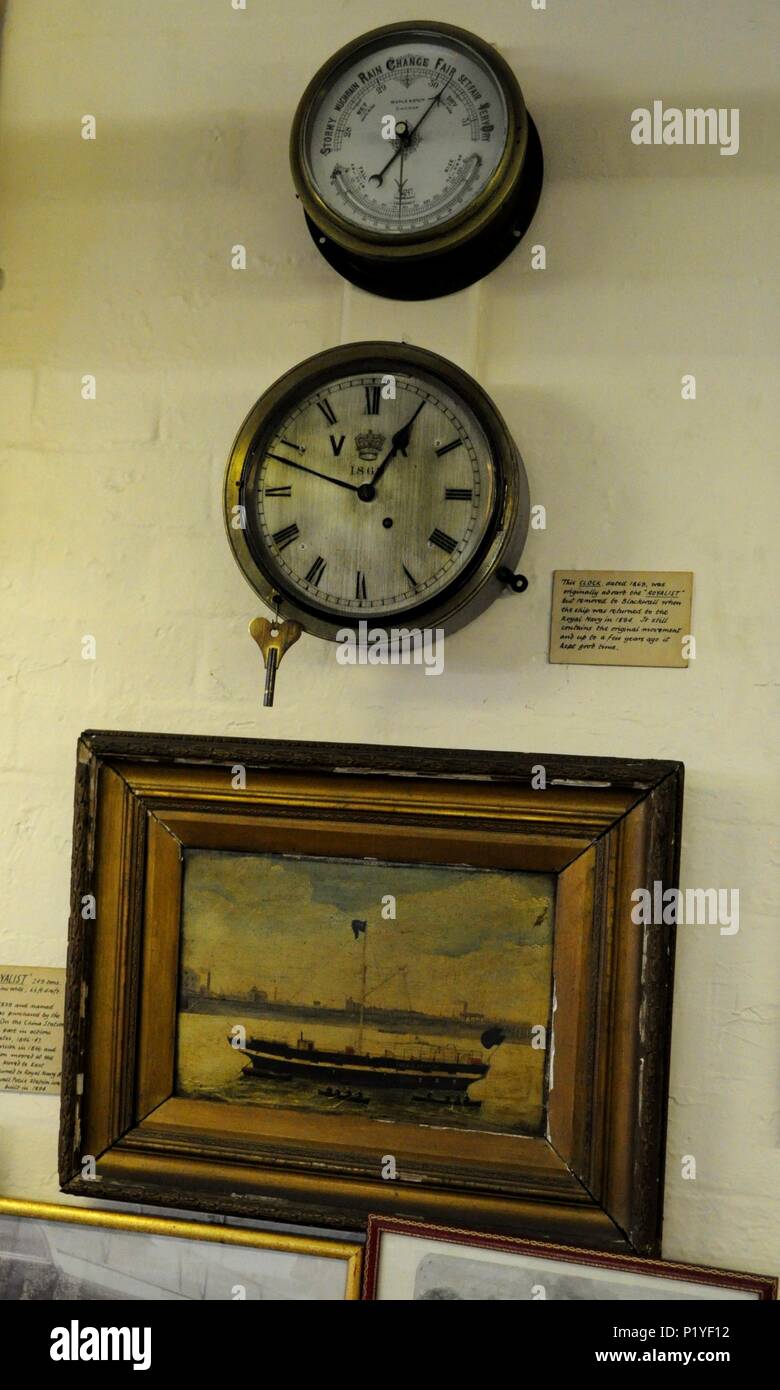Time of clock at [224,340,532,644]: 12:48
